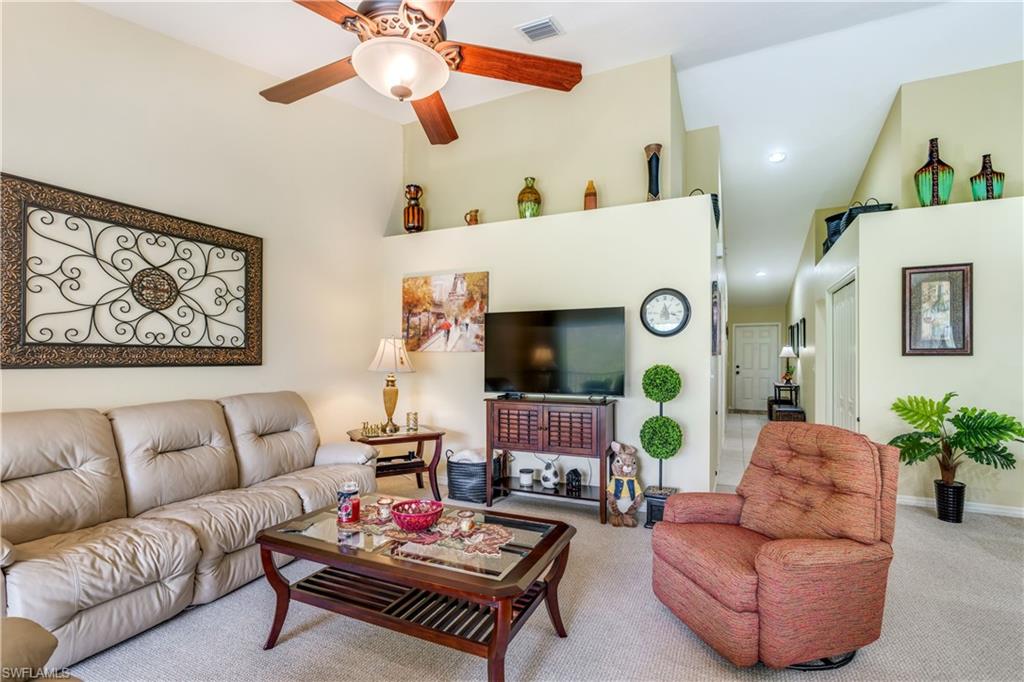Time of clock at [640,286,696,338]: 5:18
